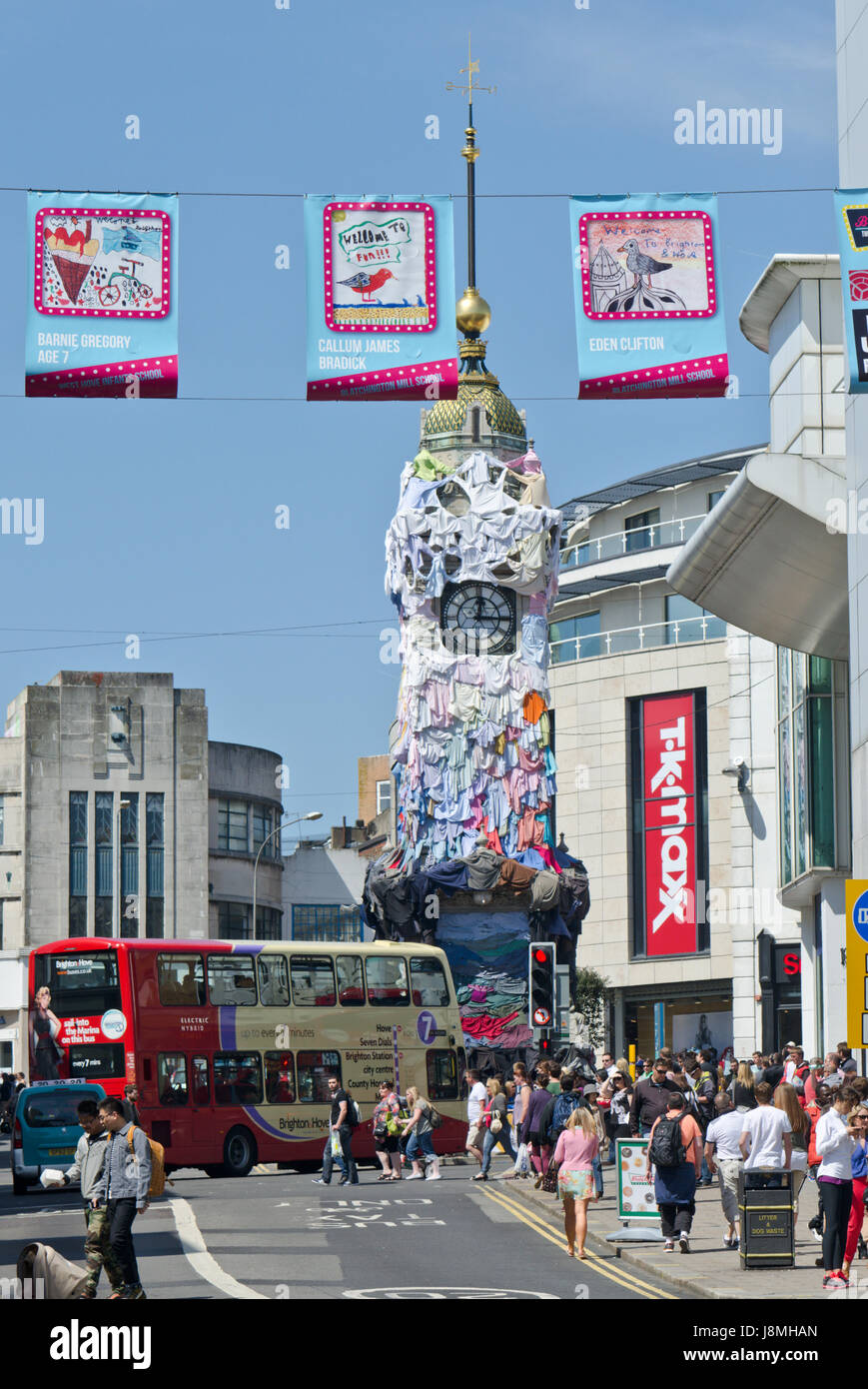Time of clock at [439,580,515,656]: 12:15
